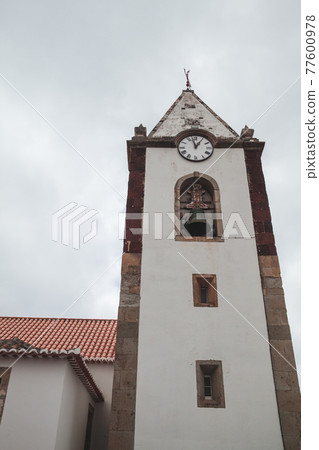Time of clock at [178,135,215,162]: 12:57
